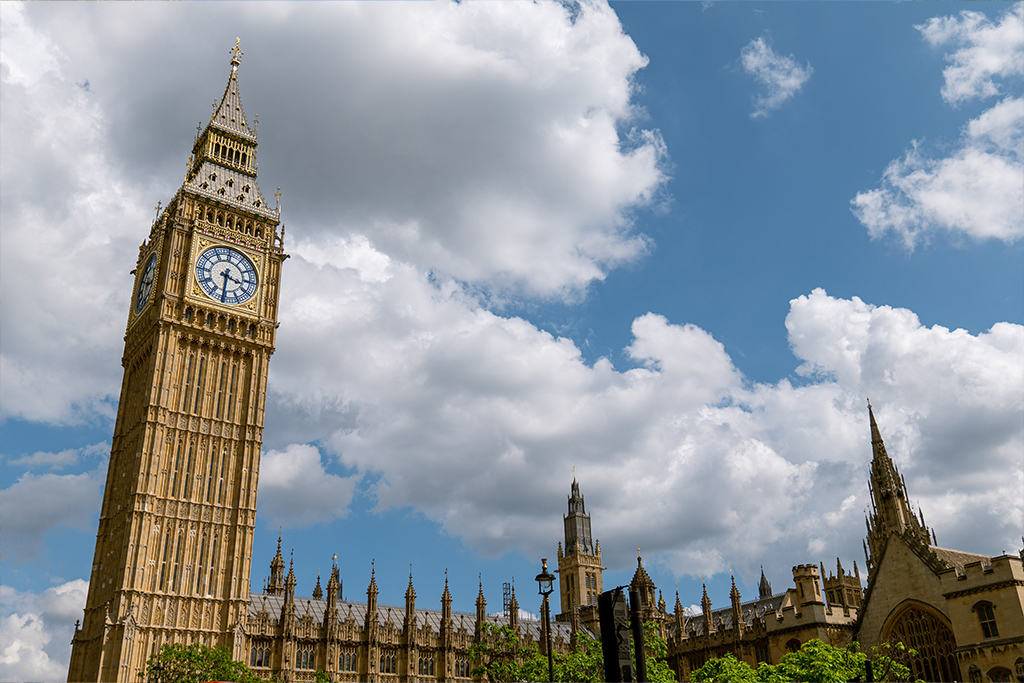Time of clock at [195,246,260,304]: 3:31
